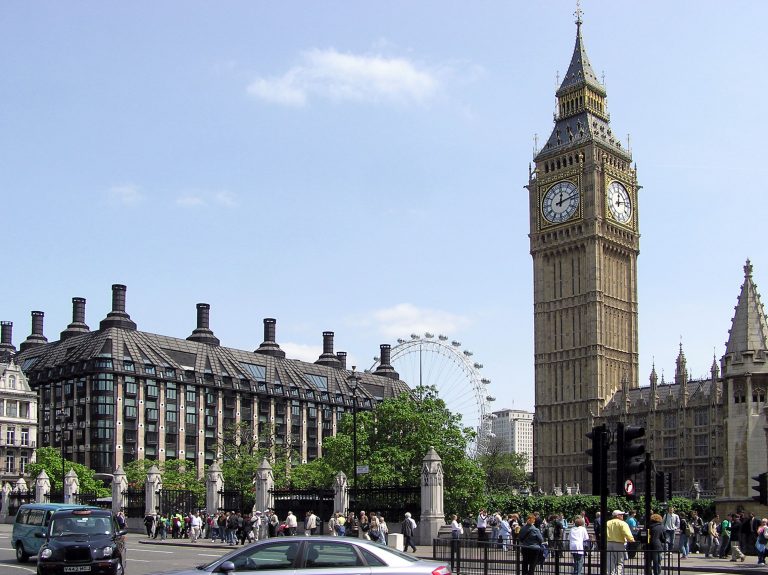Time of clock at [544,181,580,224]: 12:12
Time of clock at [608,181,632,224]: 12:12
